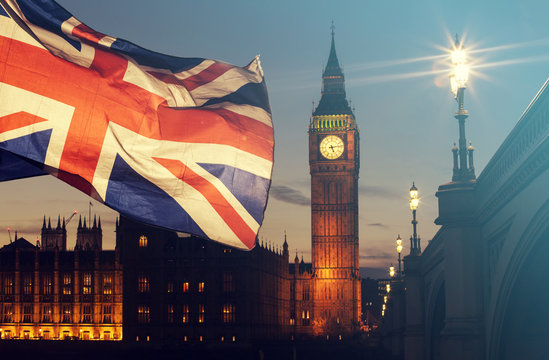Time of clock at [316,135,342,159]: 5:13
